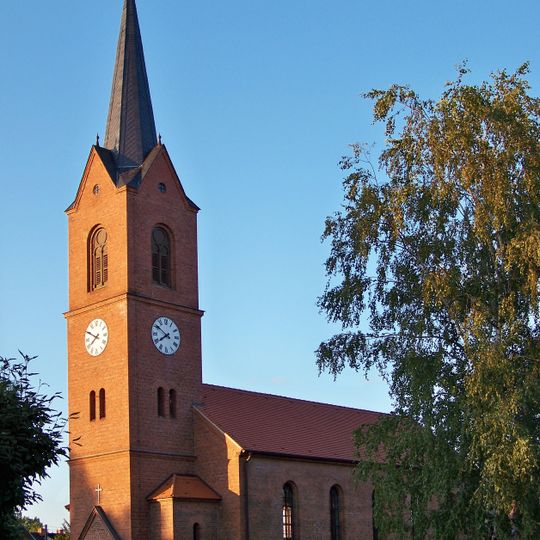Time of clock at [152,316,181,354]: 7:50
